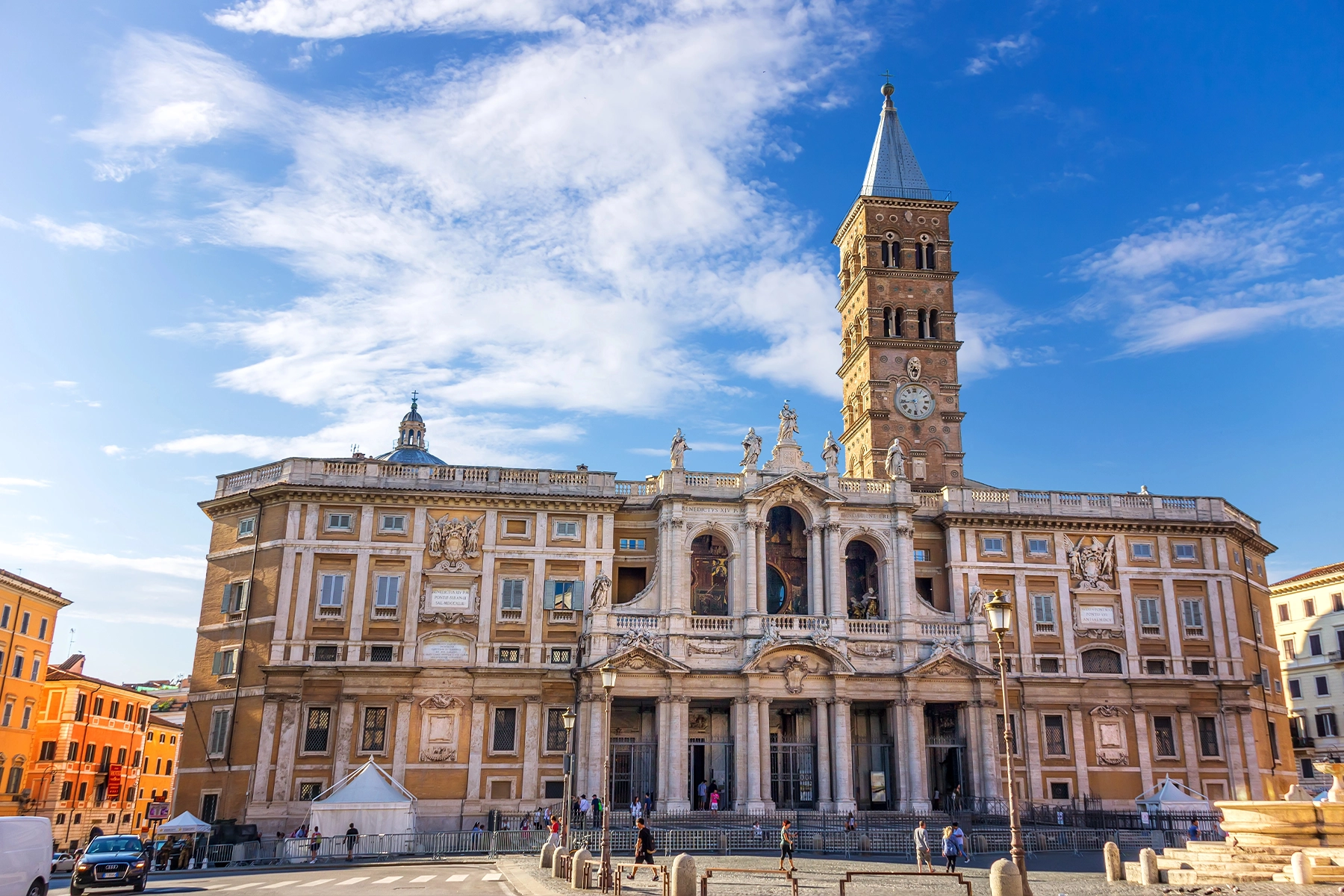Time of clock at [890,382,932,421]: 5:43
